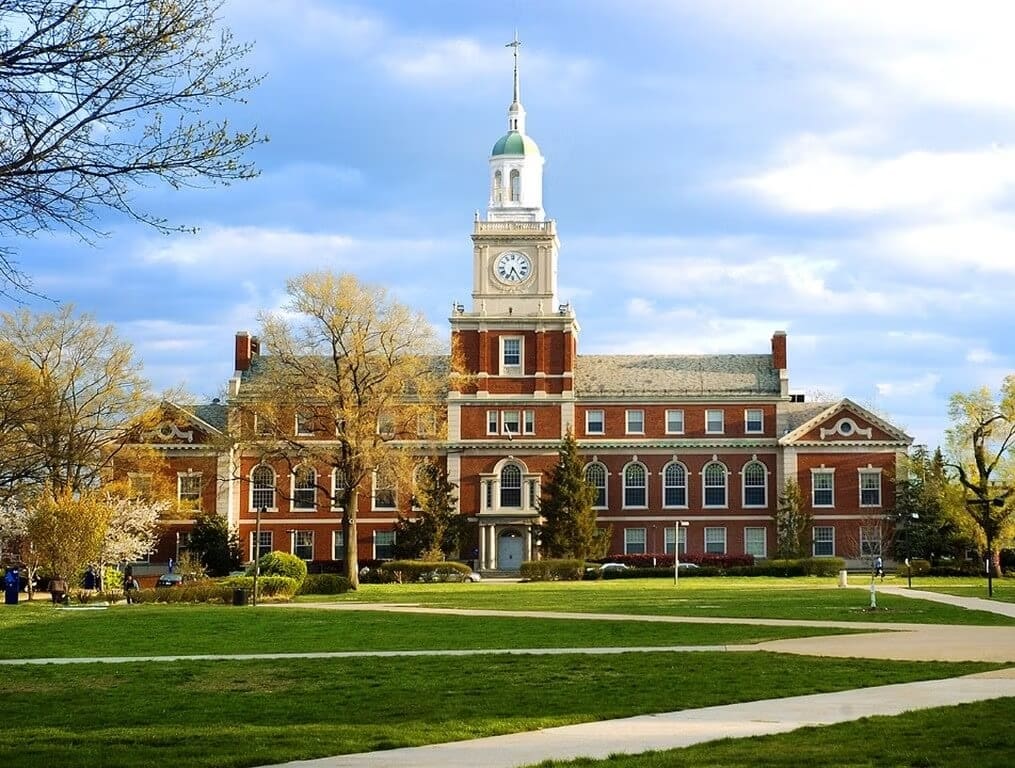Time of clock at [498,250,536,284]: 6:24
